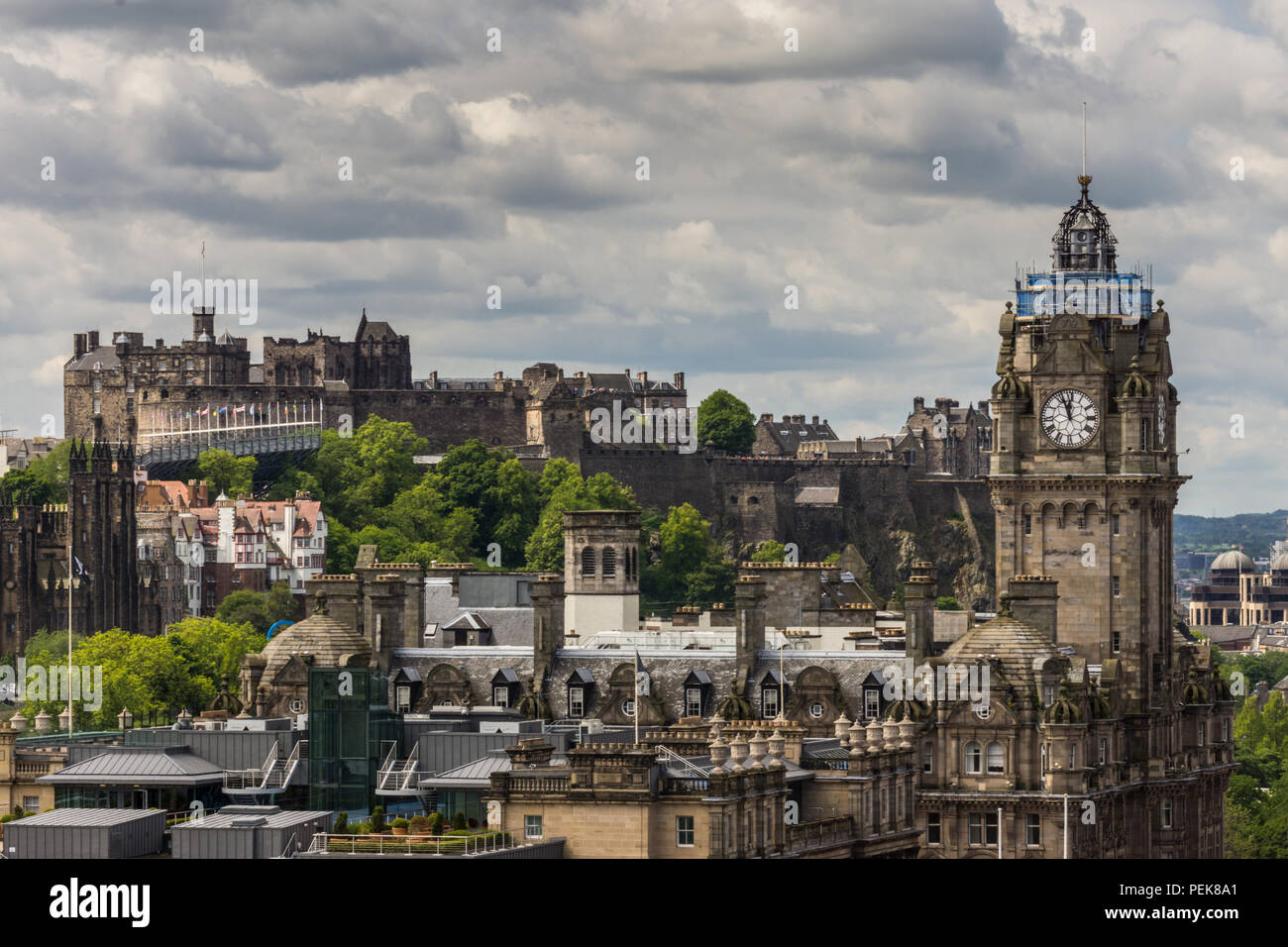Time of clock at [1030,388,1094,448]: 11:56
